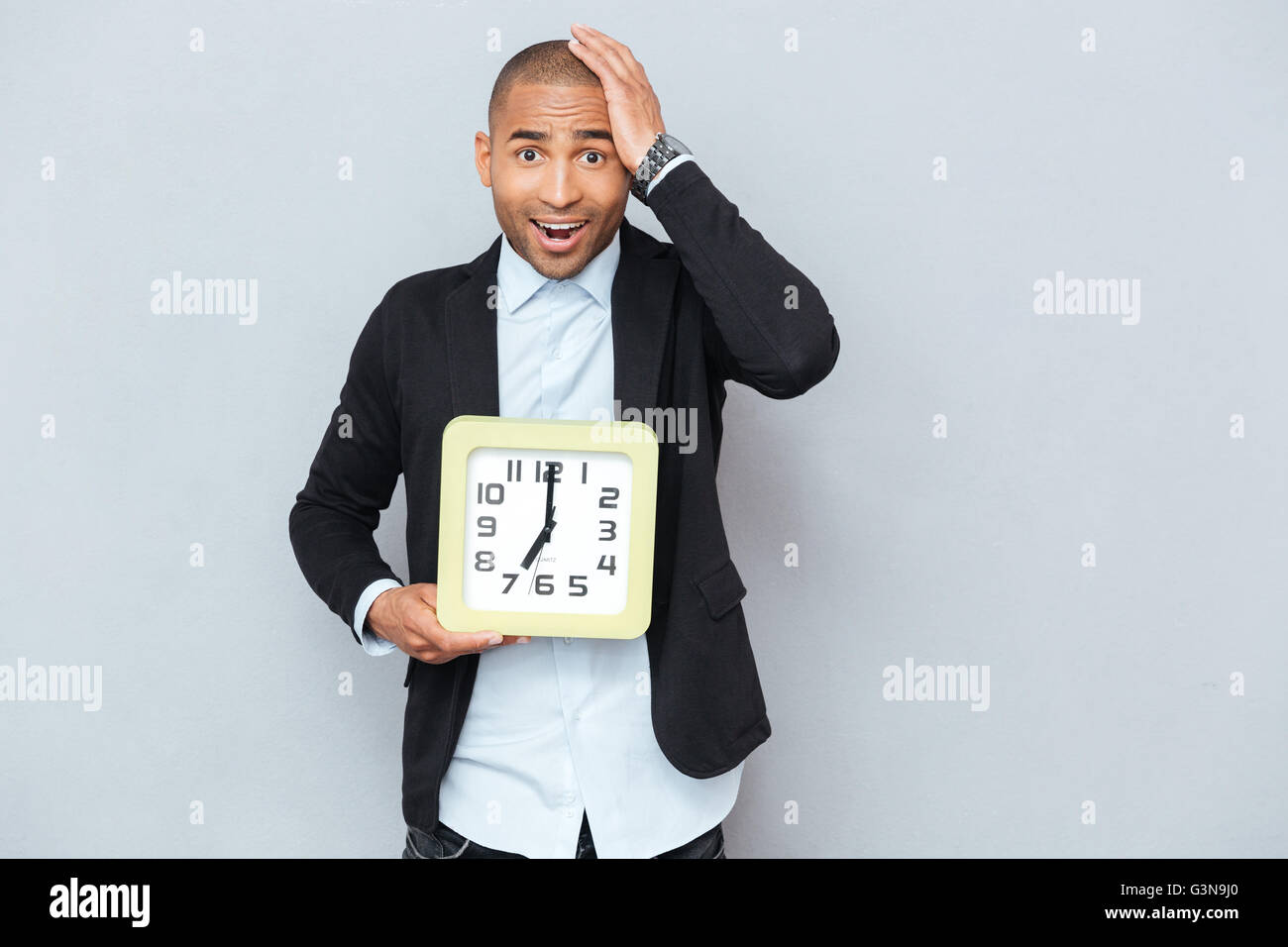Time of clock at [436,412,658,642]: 7:00
